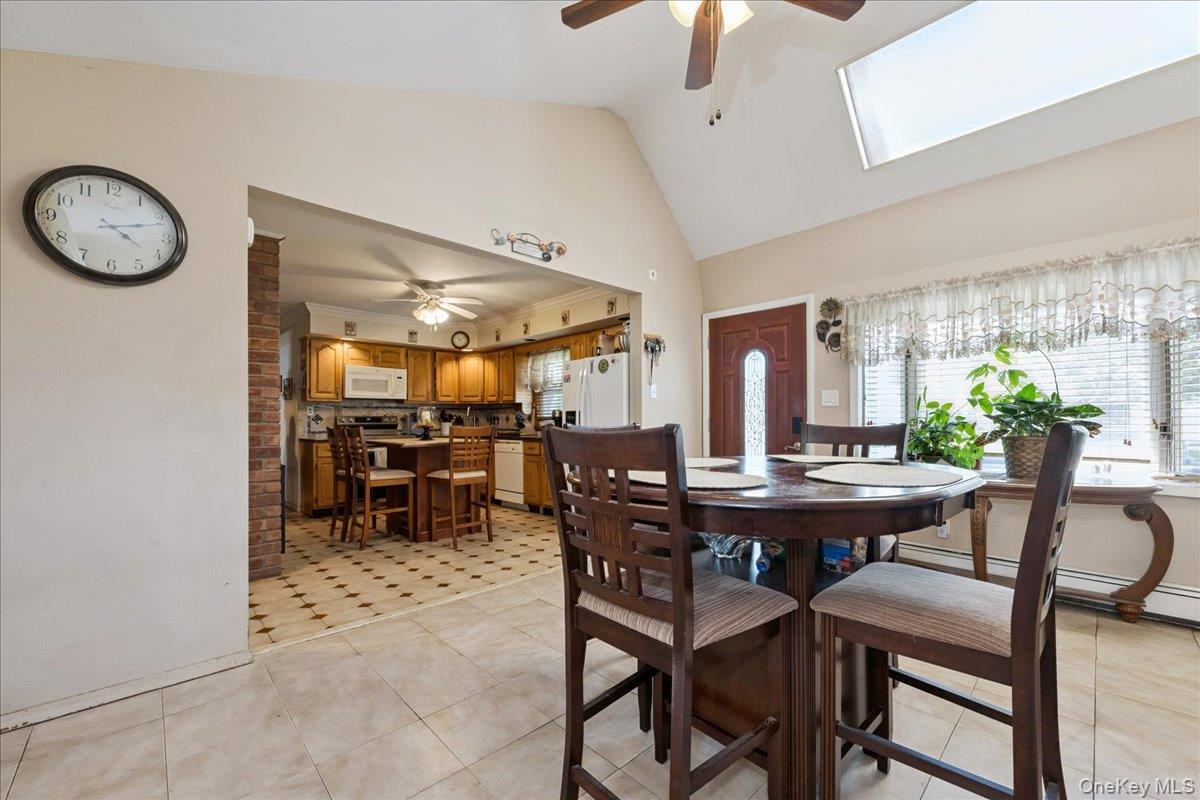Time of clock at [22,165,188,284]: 4:12
